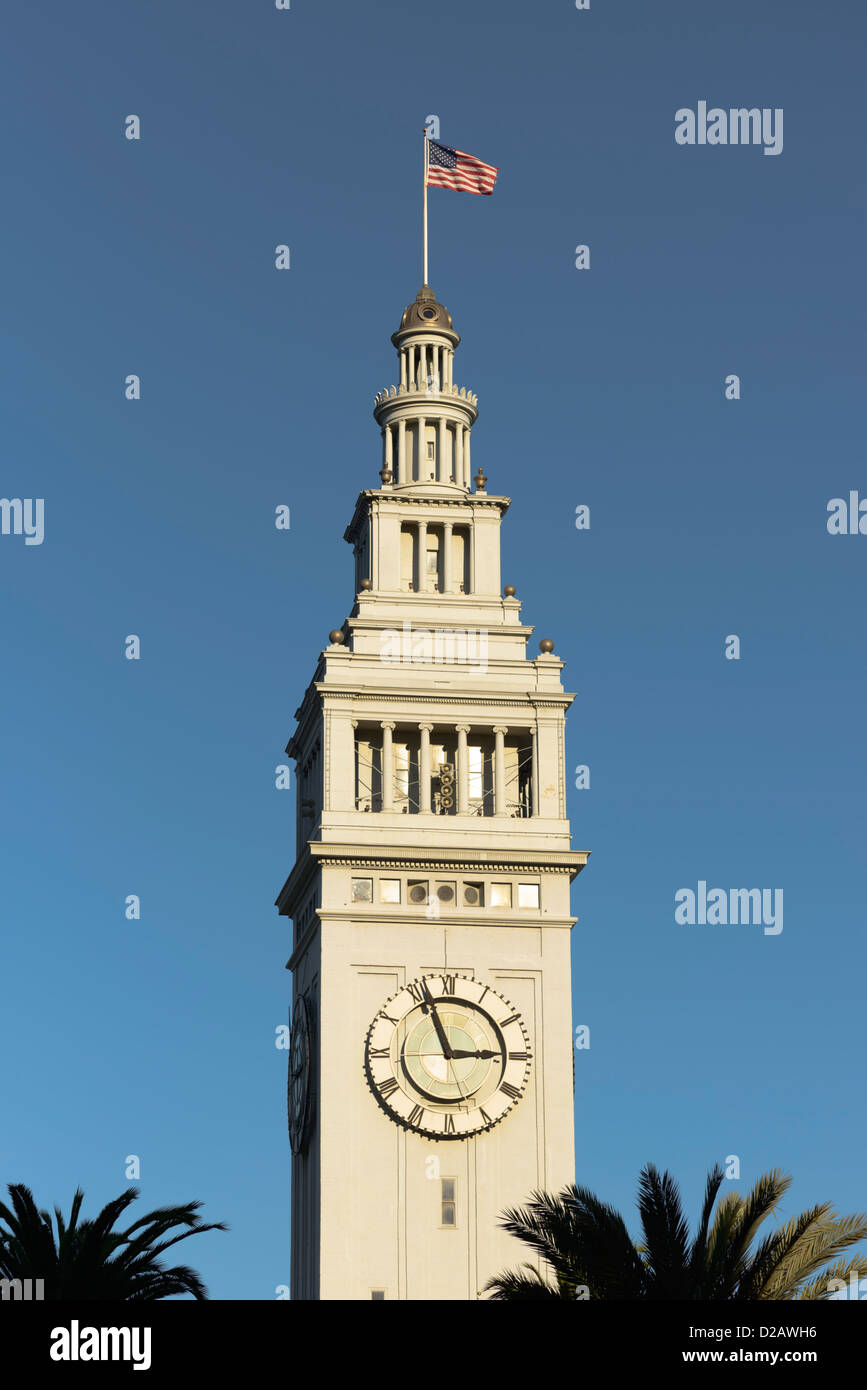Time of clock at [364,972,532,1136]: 2:56
